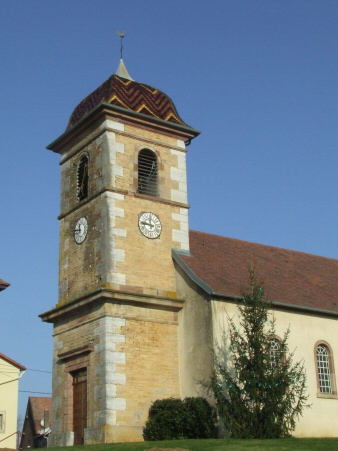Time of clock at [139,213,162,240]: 11:46
